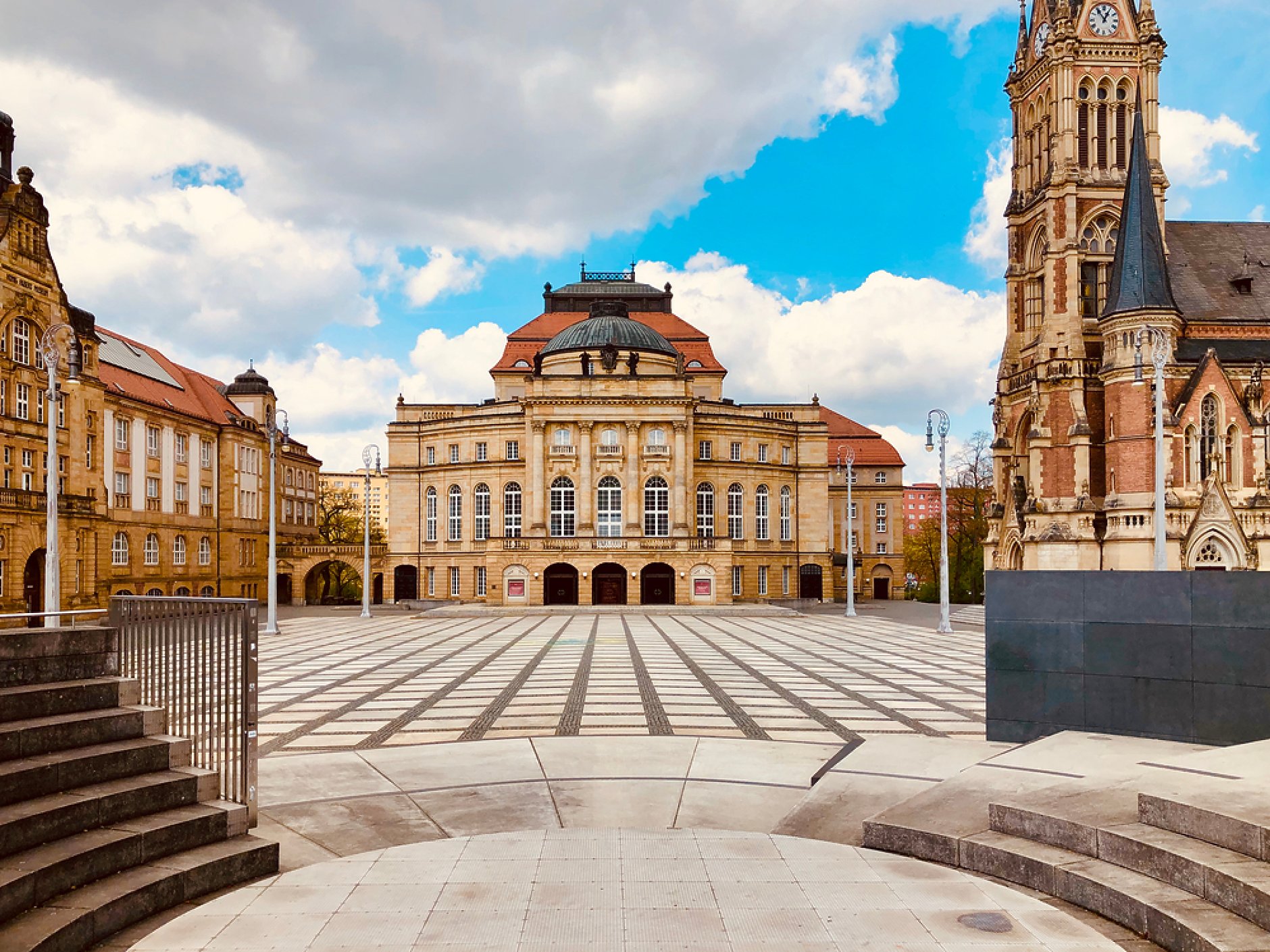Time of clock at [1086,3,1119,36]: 12:53
